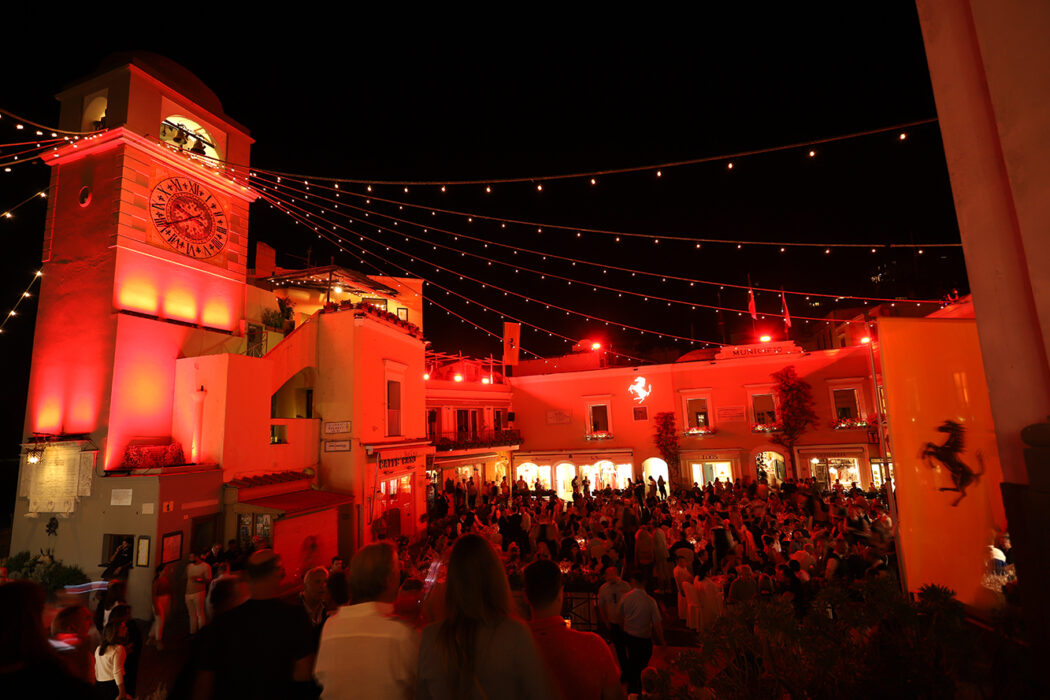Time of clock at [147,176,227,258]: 9:40
